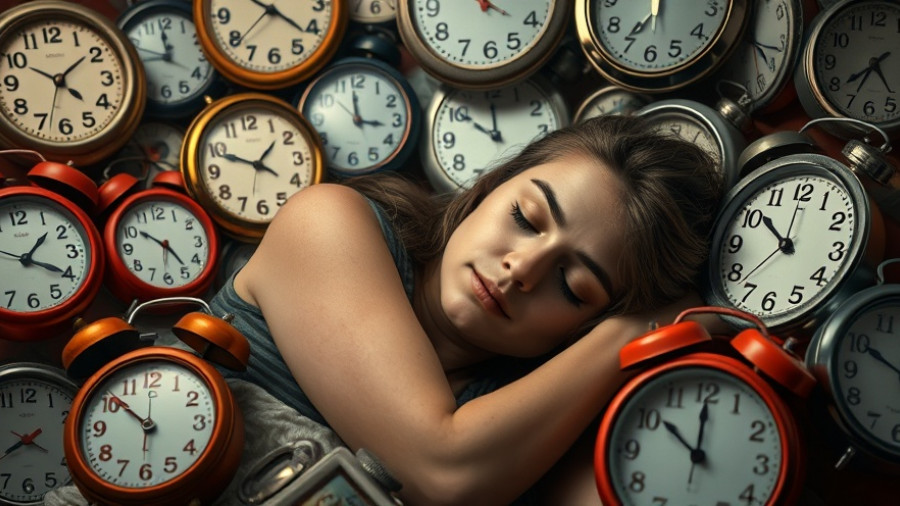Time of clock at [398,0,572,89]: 11:51
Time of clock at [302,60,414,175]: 2:58
